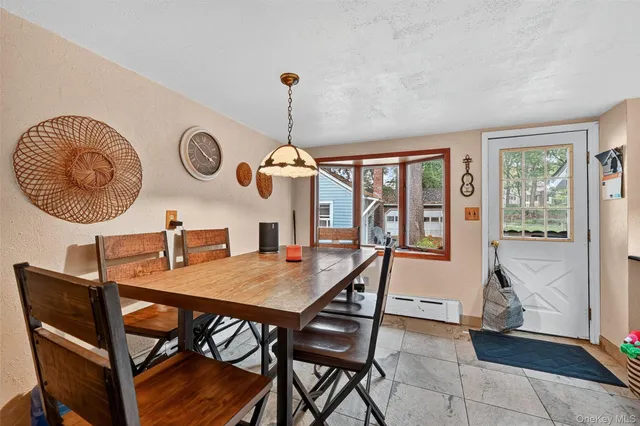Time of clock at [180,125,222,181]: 3:51
